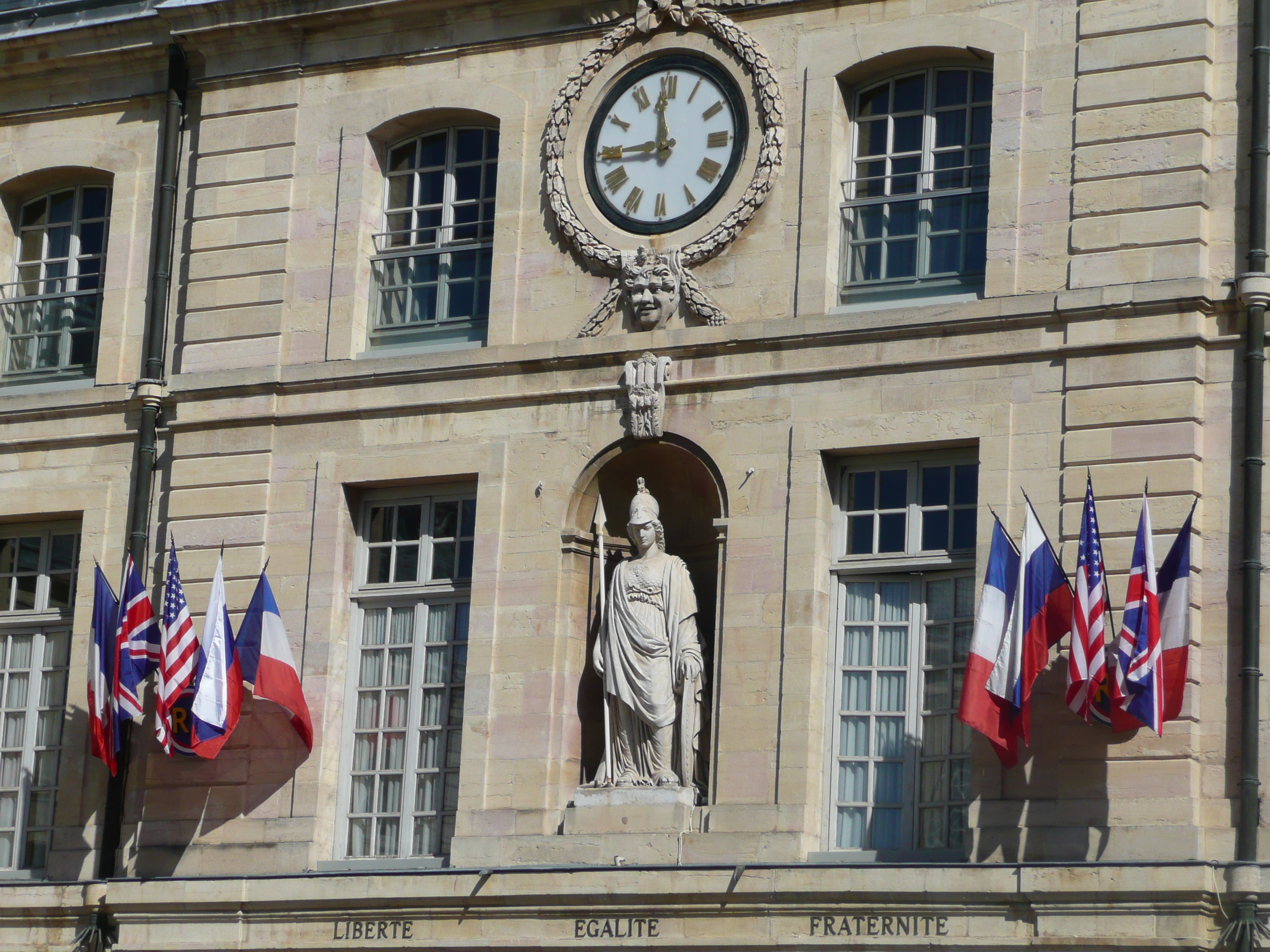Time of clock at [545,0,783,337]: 11:44
